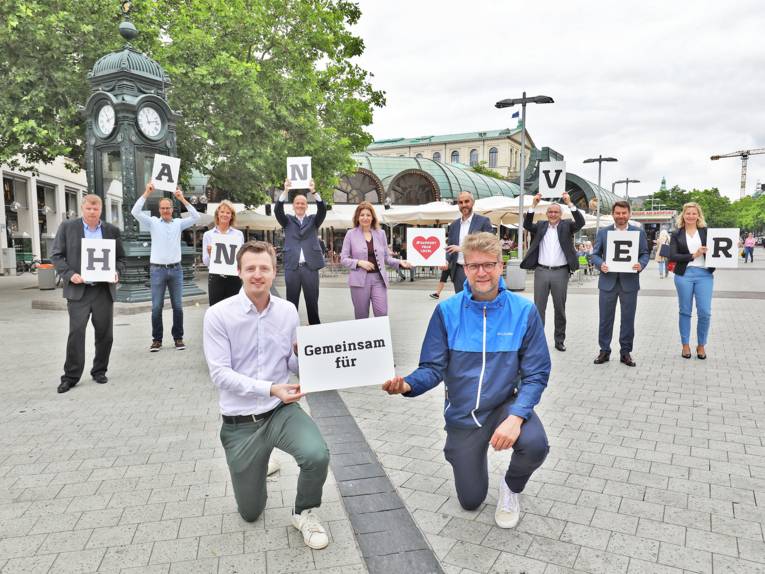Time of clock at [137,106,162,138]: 11:12
